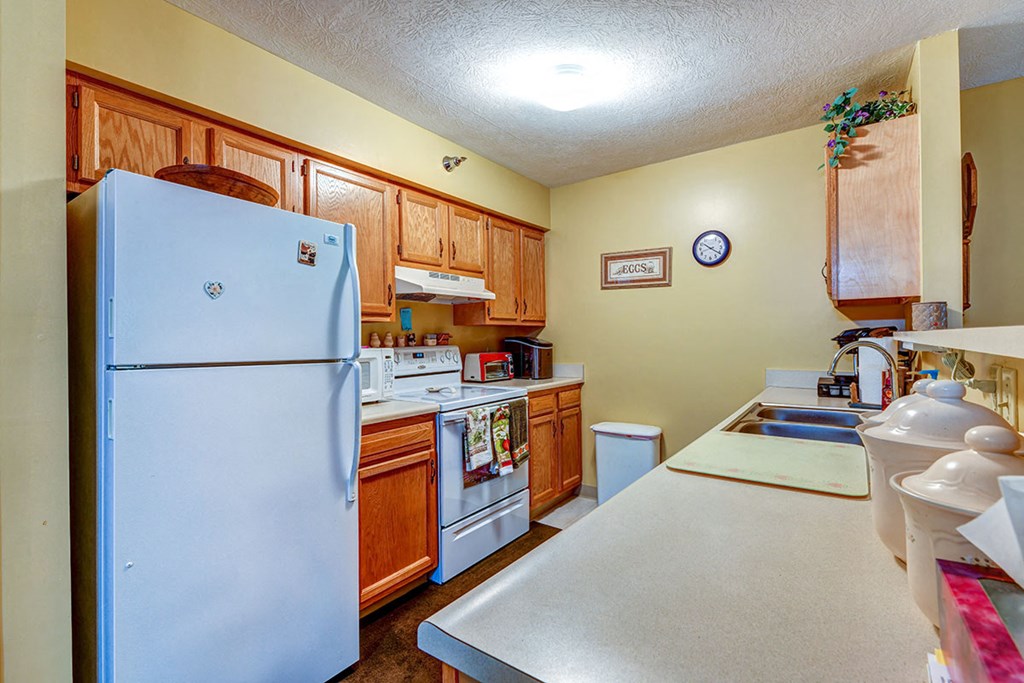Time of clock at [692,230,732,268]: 10:20
